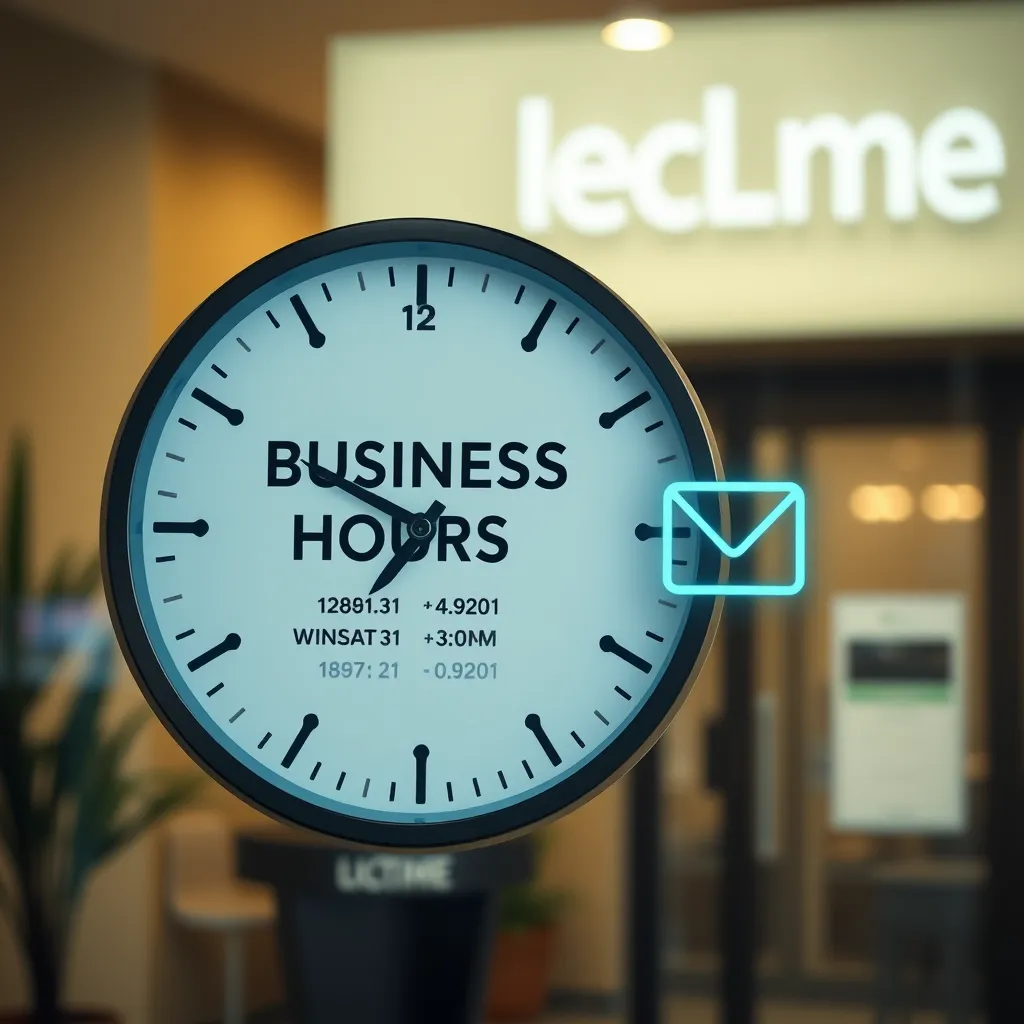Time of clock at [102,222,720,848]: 7:49
